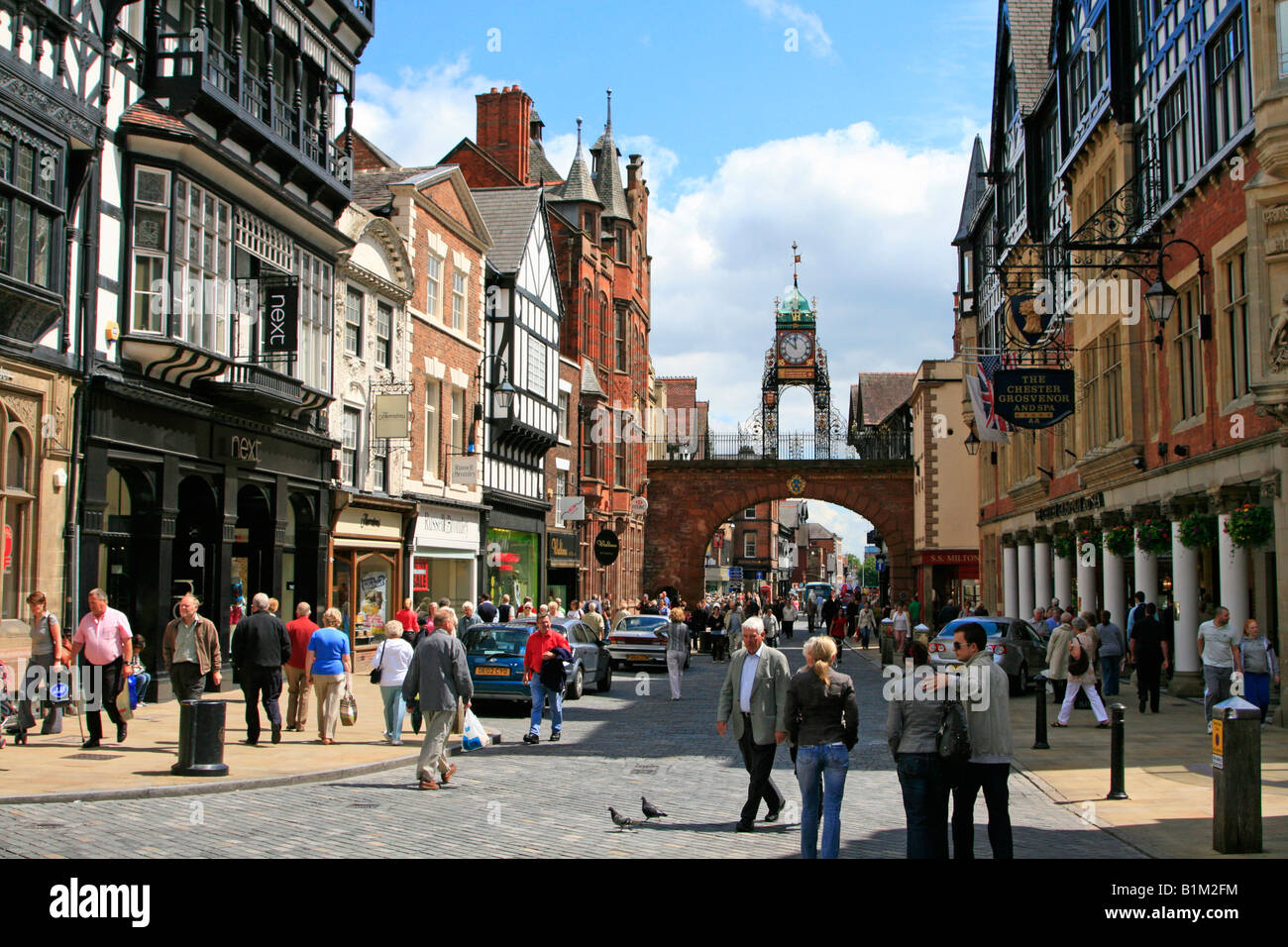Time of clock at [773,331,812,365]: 11:51
